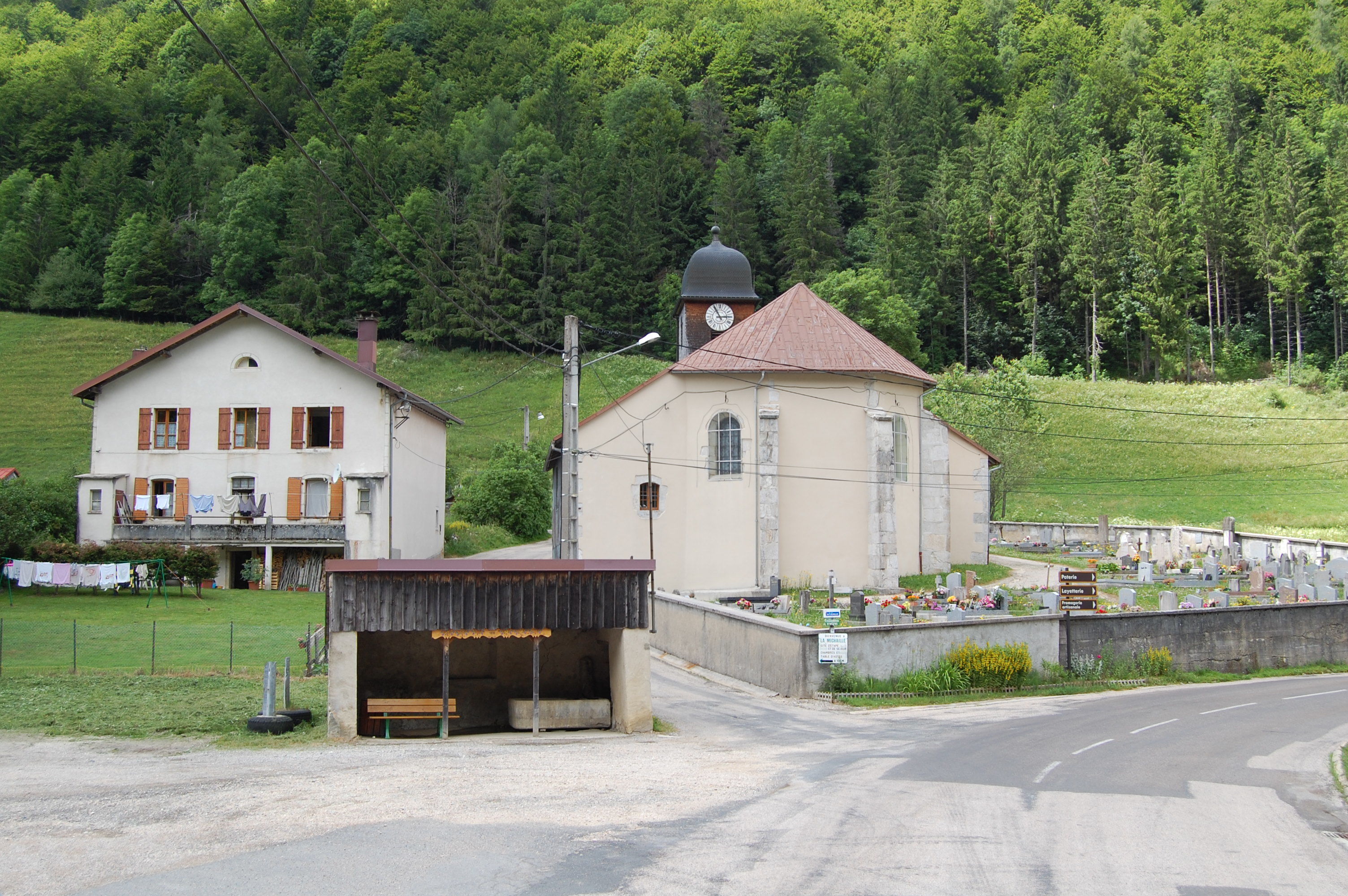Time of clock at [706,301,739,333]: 2:54
